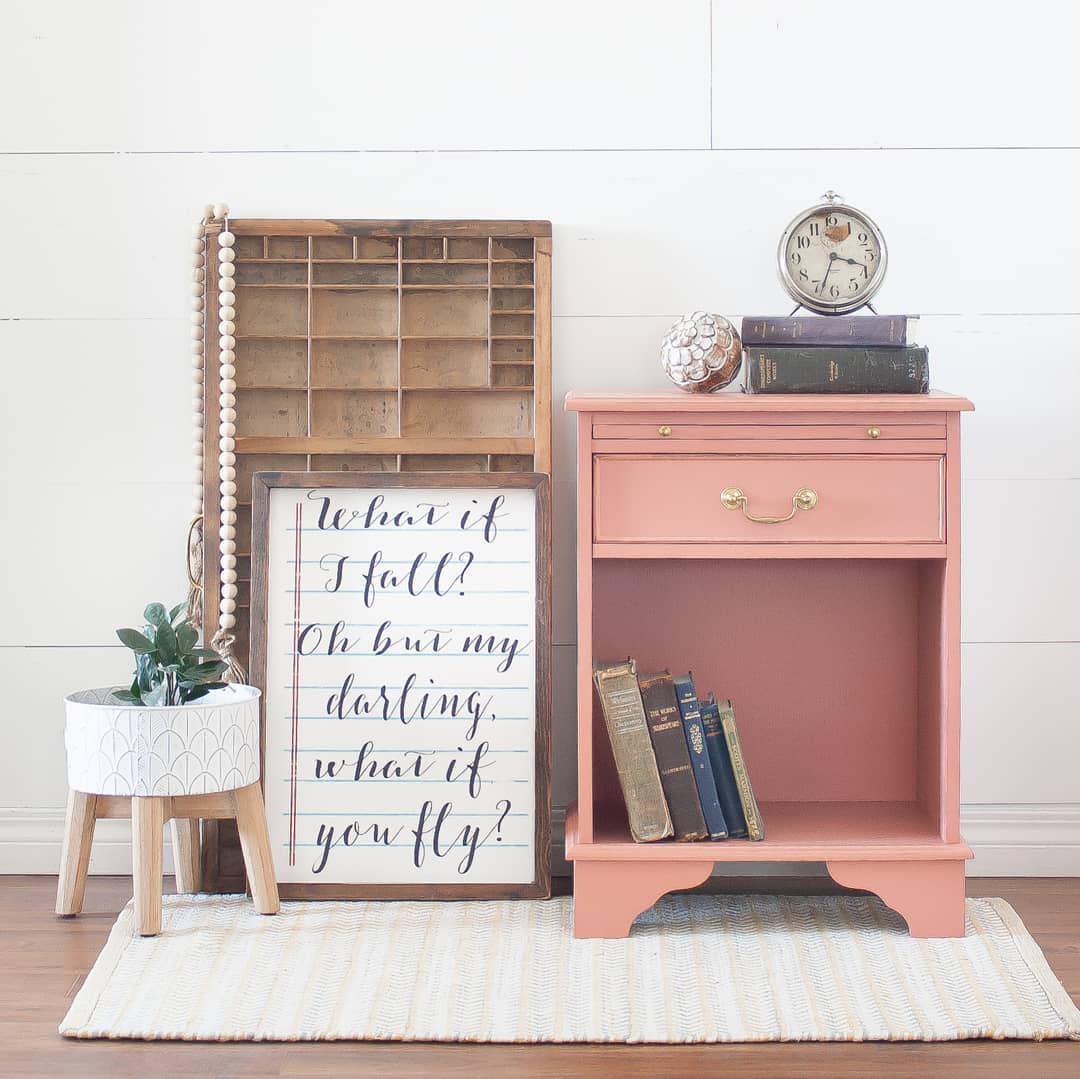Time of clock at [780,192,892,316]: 3:33
